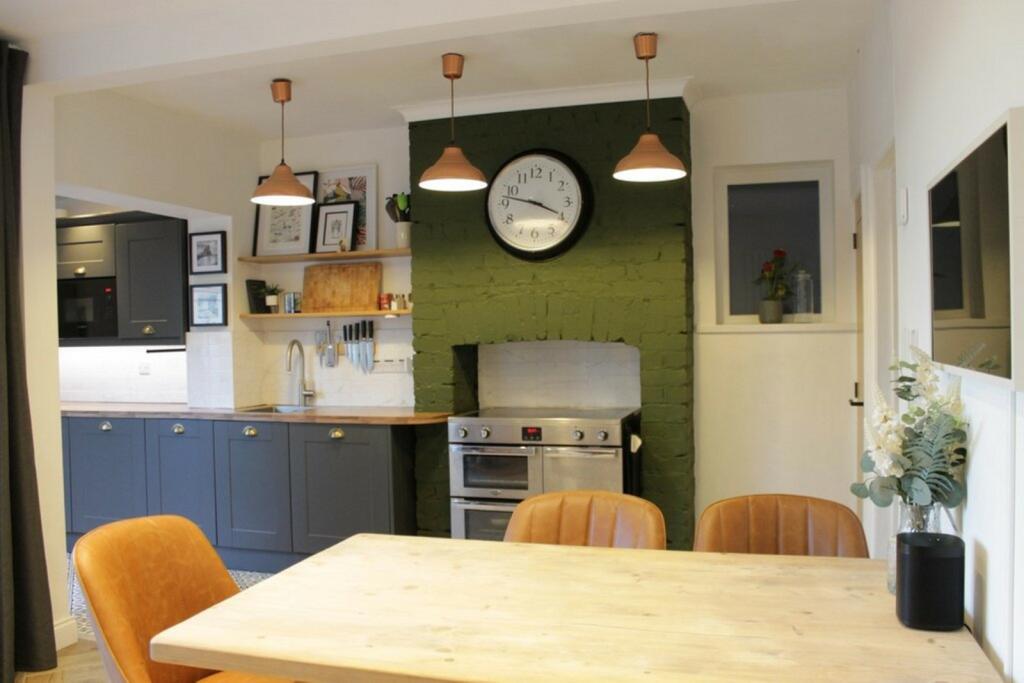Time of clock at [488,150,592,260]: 3:47
